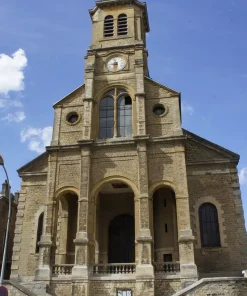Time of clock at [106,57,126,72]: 8:27
